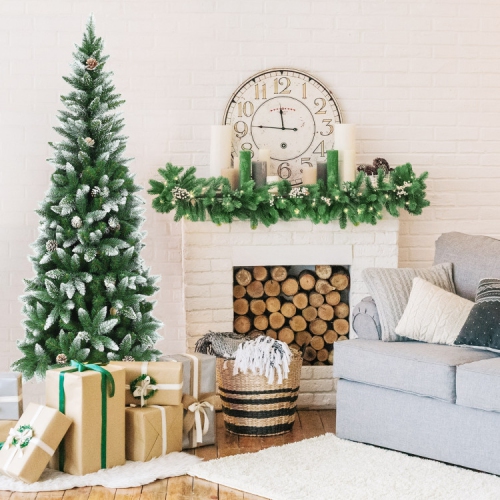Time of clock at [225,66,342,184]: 11:46
